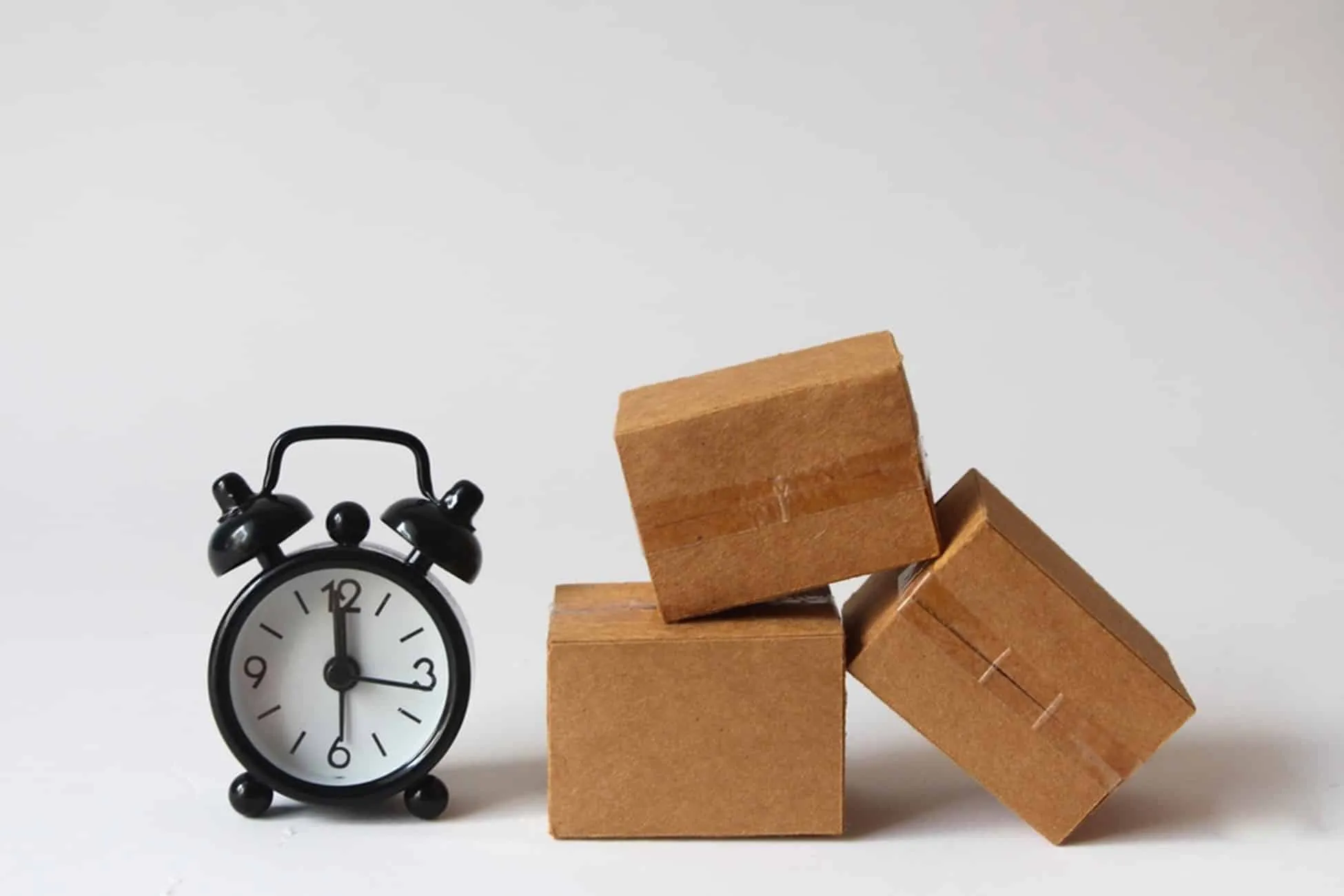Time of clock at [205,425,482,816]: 11:59
